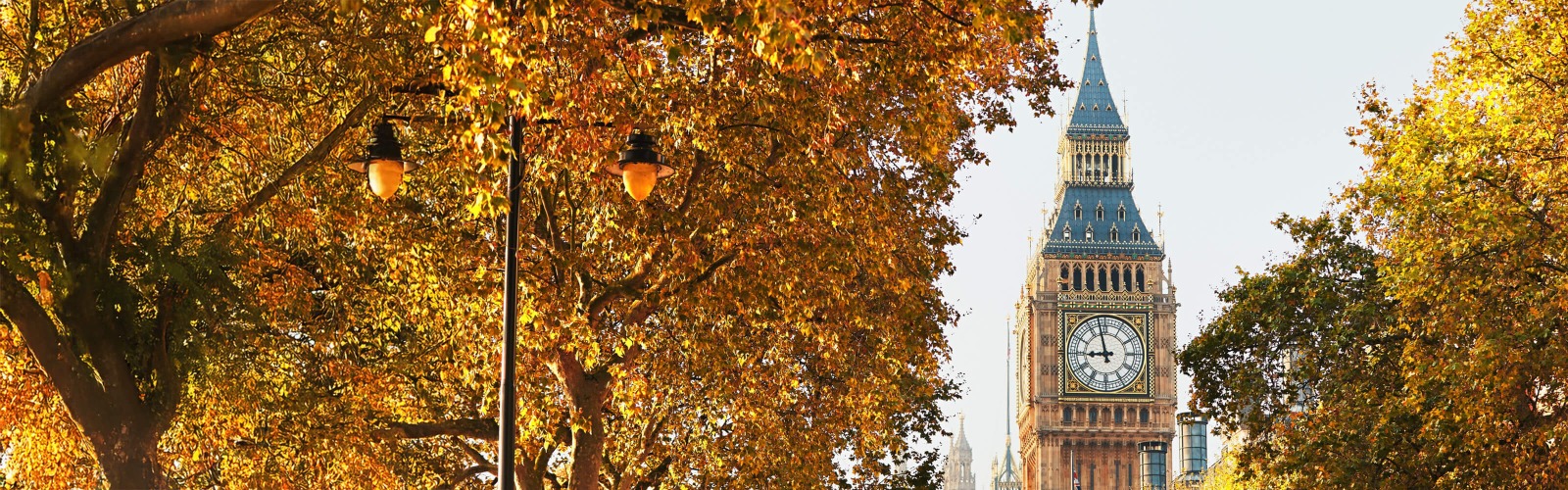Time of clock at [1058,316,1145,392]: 8:57
